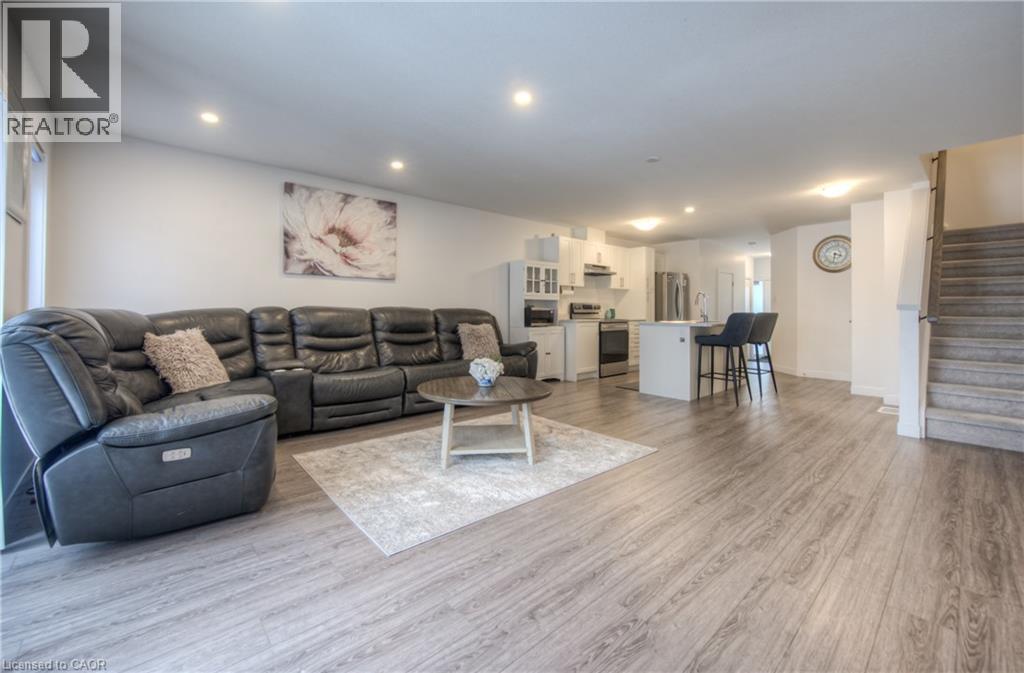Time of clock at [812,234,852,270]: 3:32
